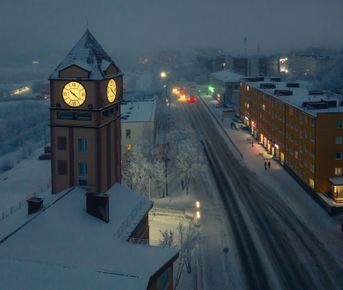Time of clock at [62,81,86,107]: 10:21
